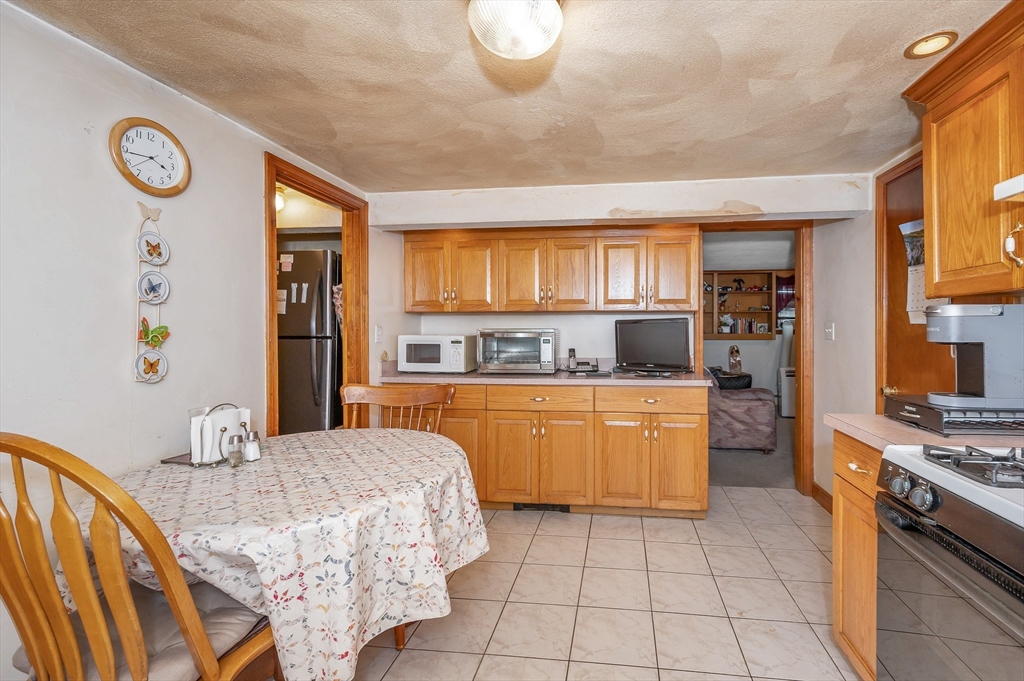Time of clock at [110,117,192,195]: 3:43
